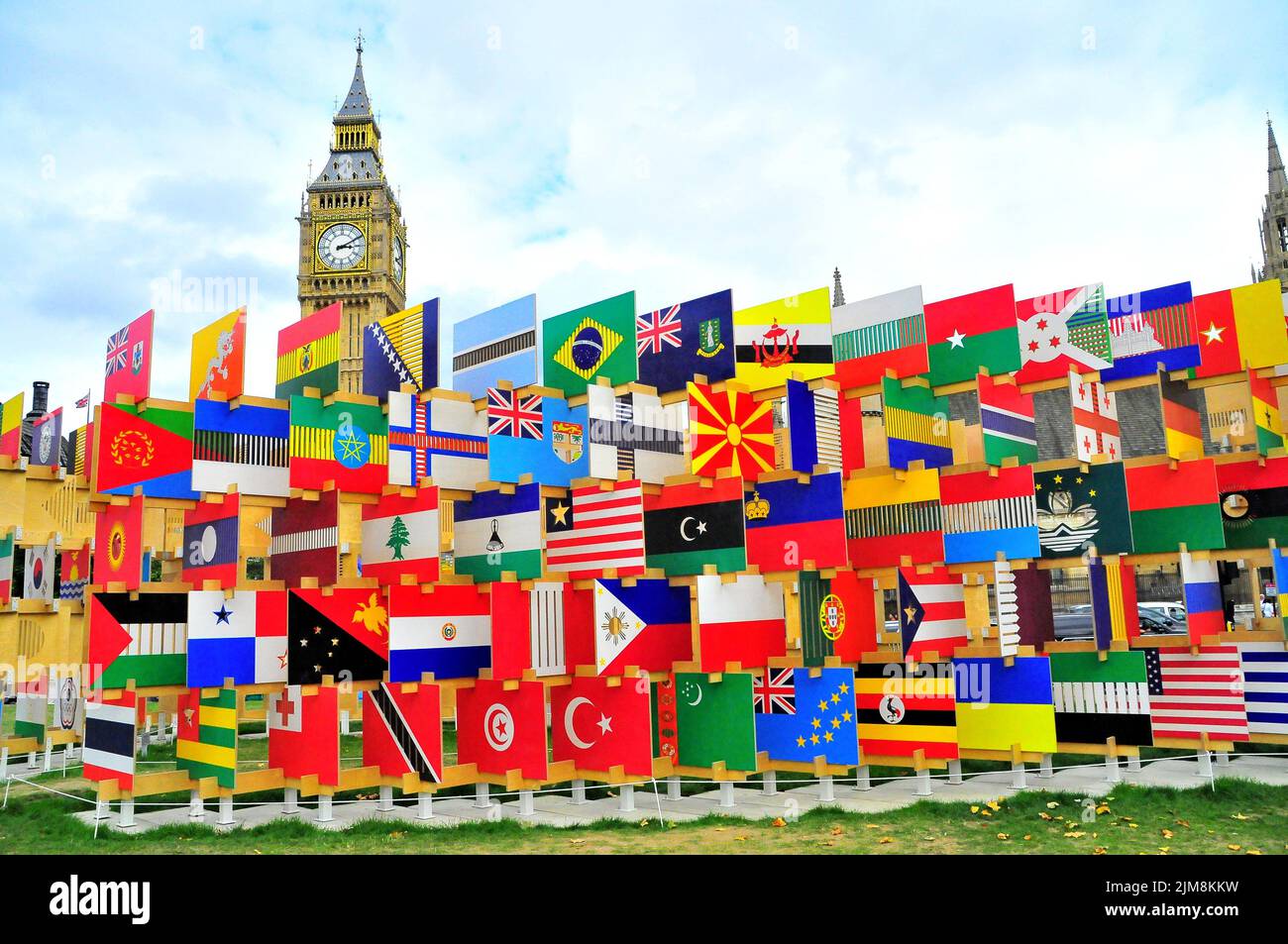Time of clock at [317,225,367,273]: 3:10
